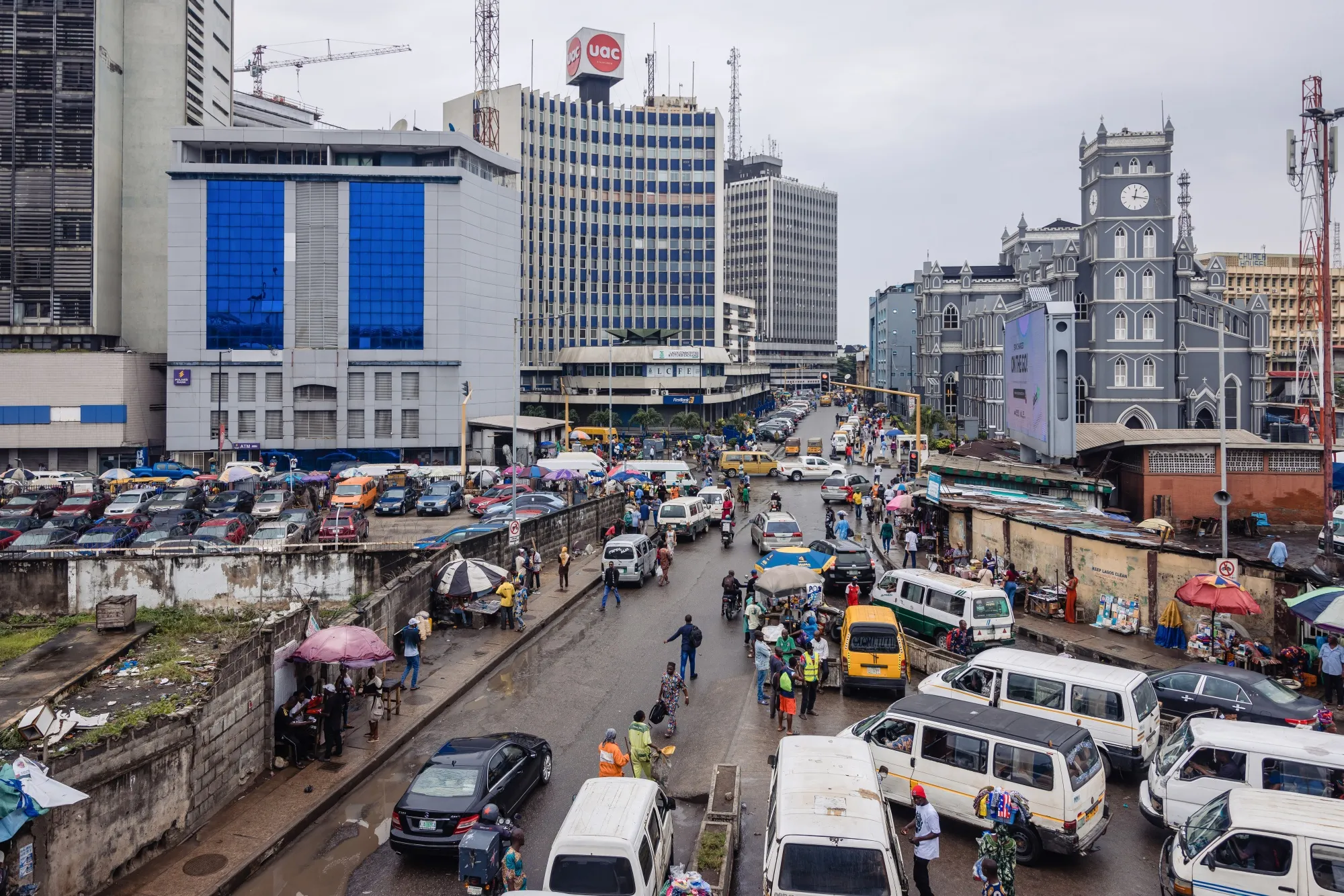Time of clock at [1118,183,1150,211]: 12:16
